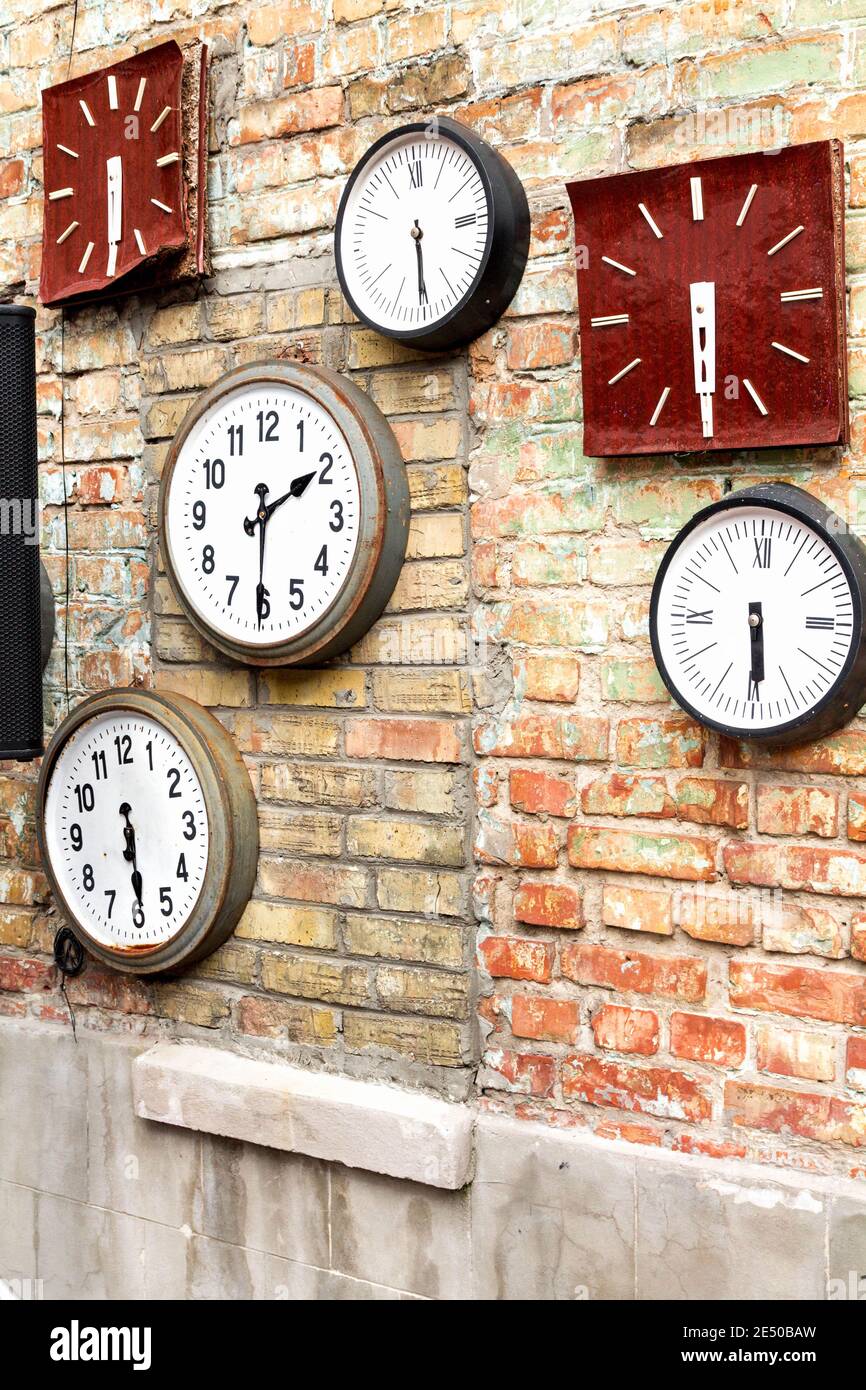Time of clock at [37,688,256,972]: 5:29
